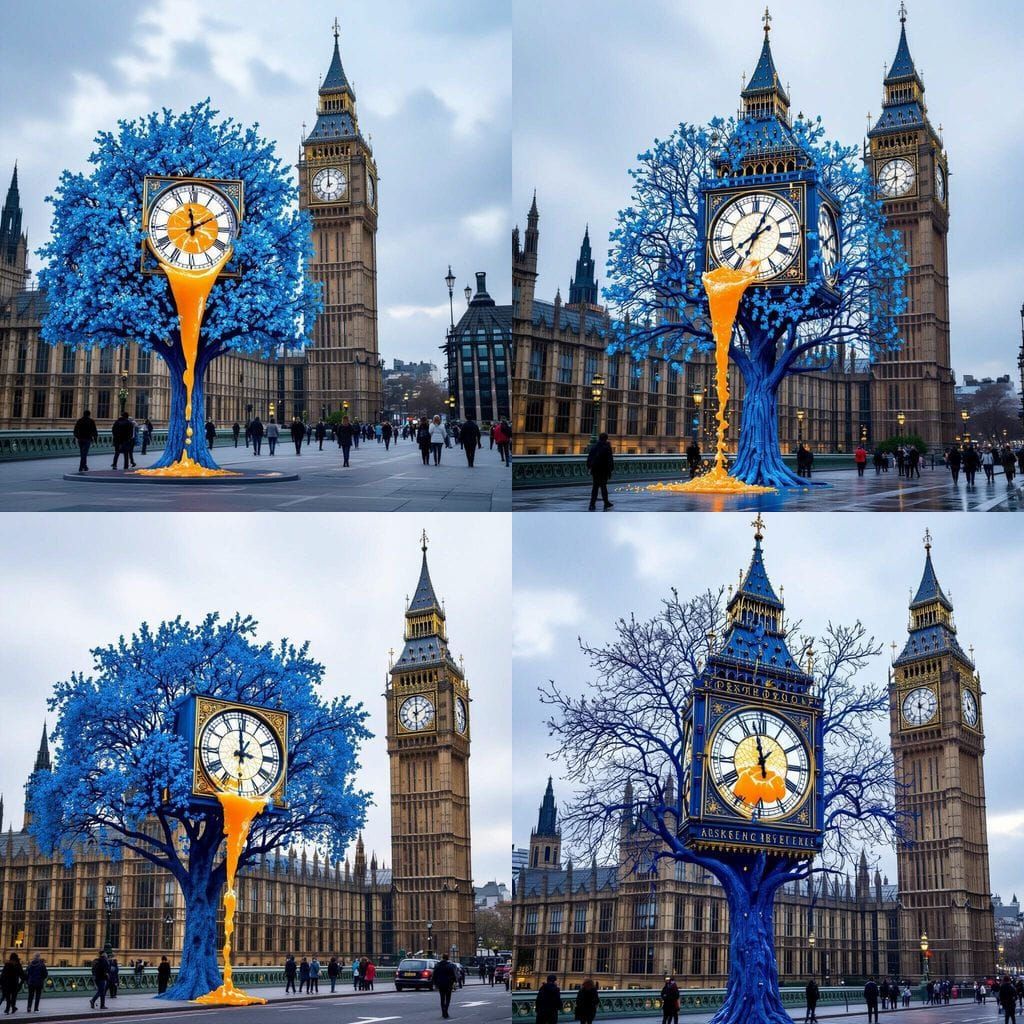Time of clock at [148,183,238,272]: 12:10
